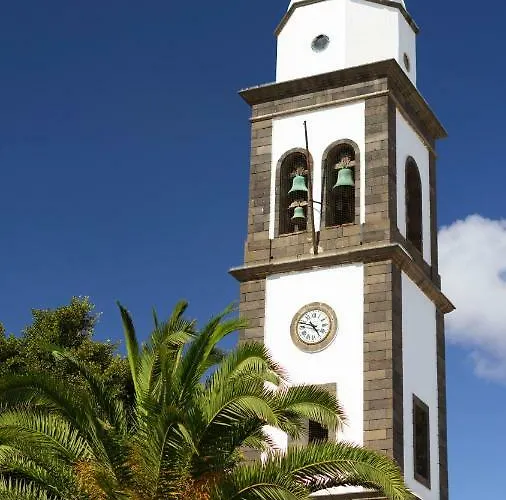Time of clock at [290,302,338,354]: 4:47
